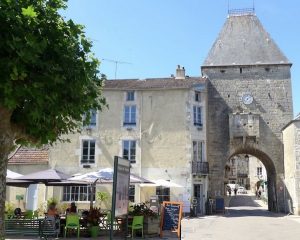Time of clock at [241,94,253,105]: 7:08
